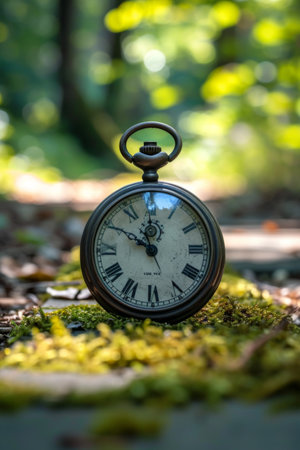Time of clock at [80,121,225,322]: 11:50
